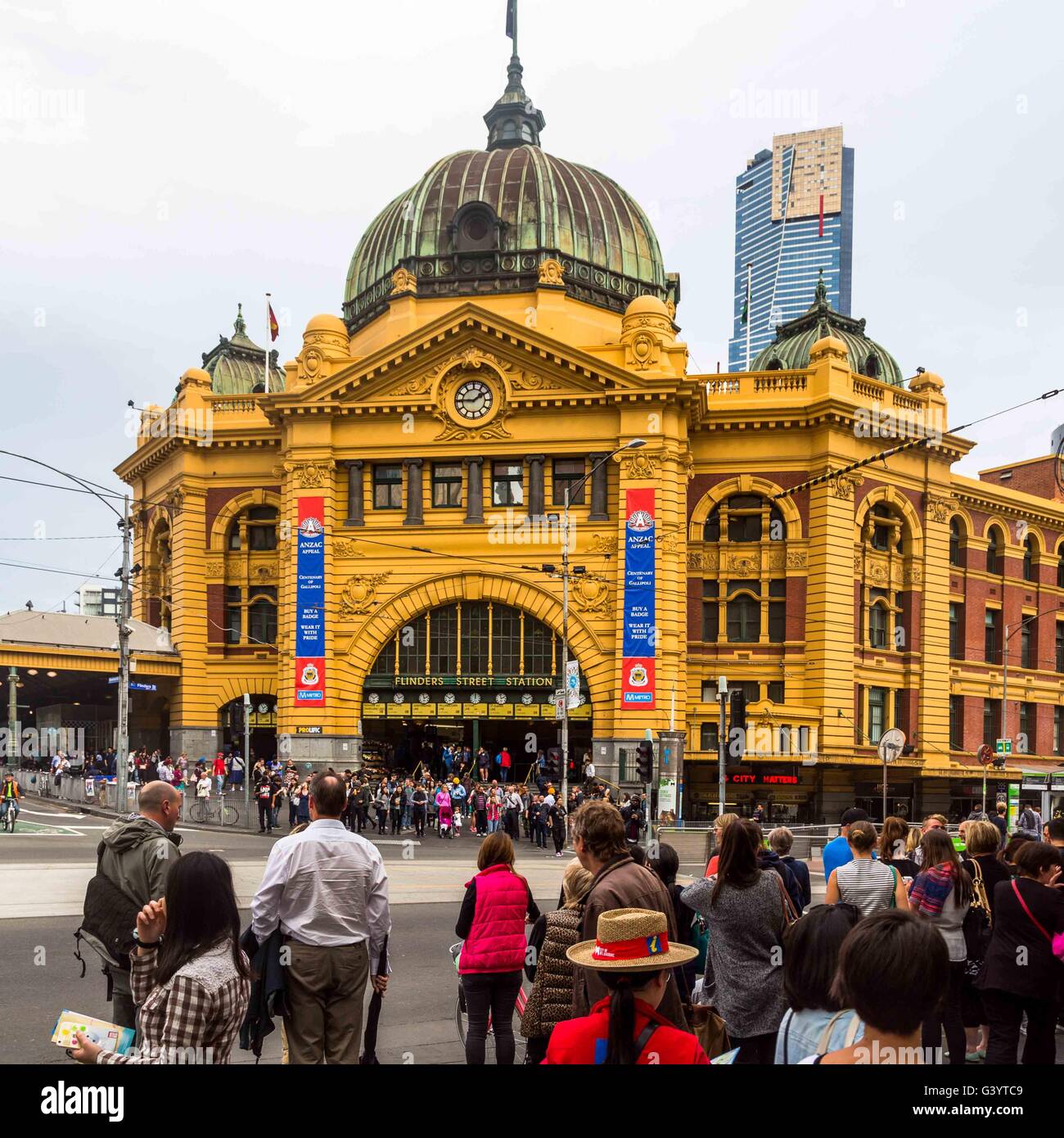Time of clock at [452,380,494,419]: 1:45
